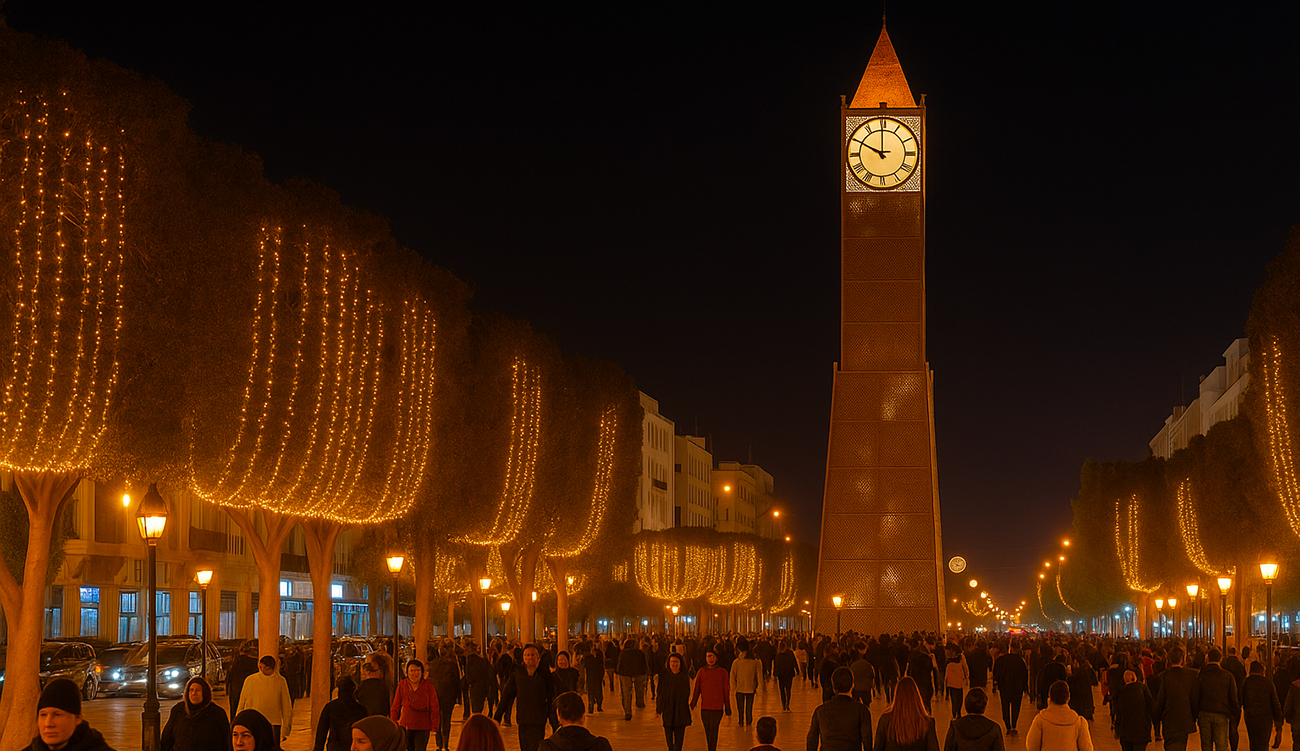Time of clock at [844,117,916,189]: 11:49
